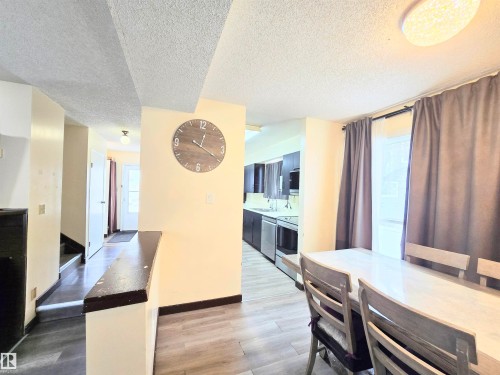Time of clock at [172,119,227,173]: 12:19
